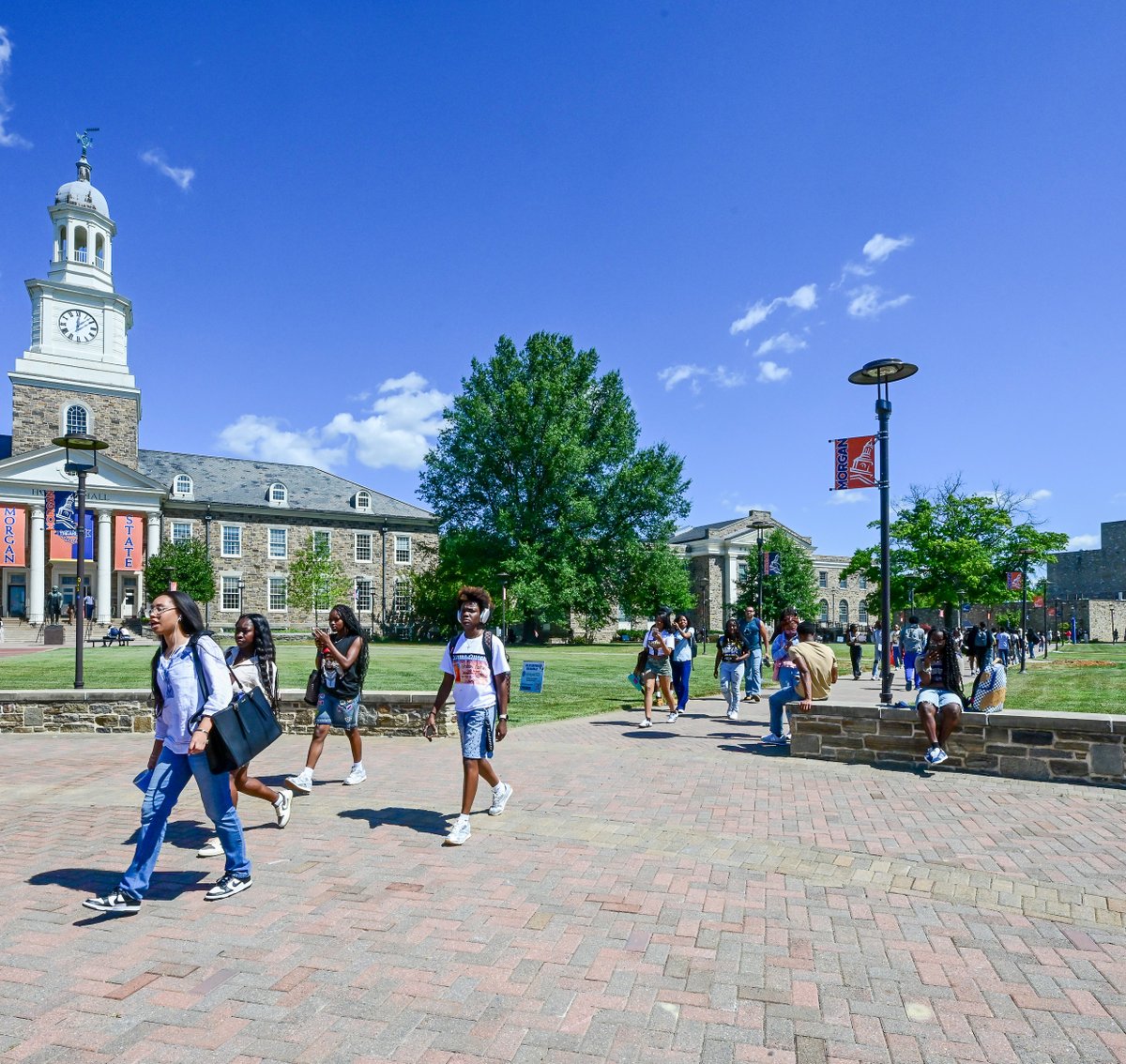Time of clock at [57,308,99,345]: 12:07
